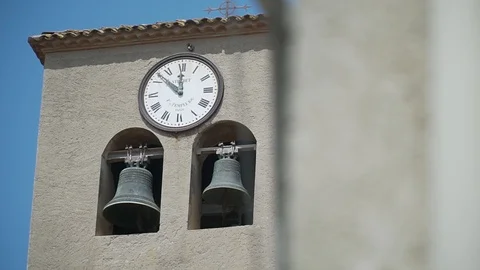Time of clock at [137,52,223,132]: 11:52
